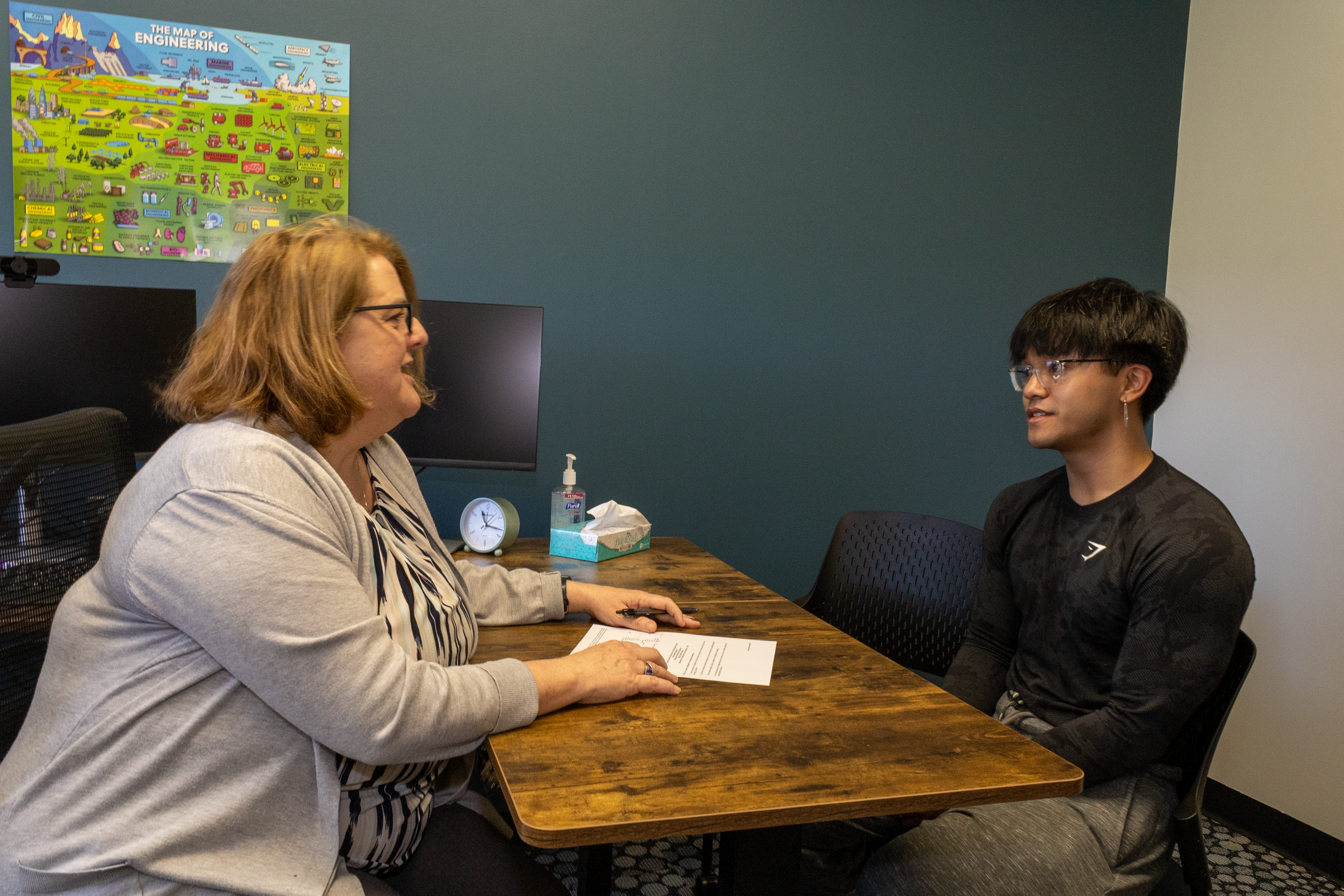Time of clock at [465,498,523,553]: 11:16
